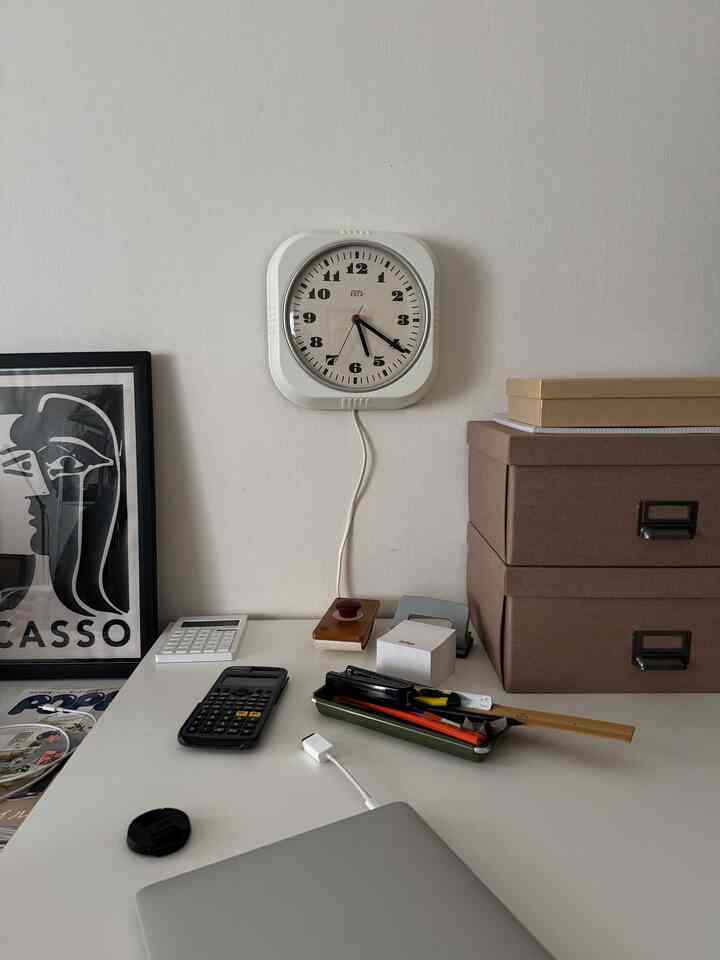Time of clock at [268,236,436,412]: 5:20
